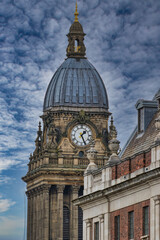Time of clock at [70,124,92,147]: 1:26
